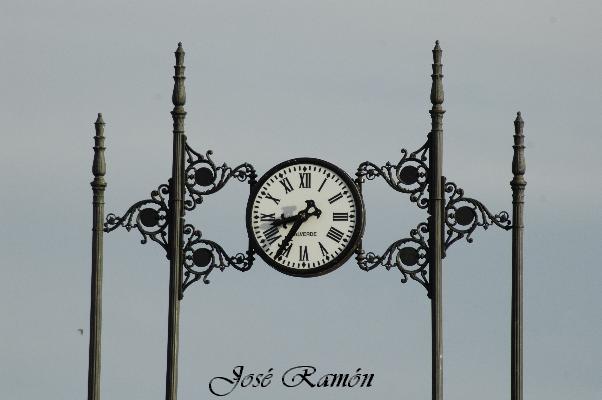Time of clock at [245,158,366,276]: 8:35
